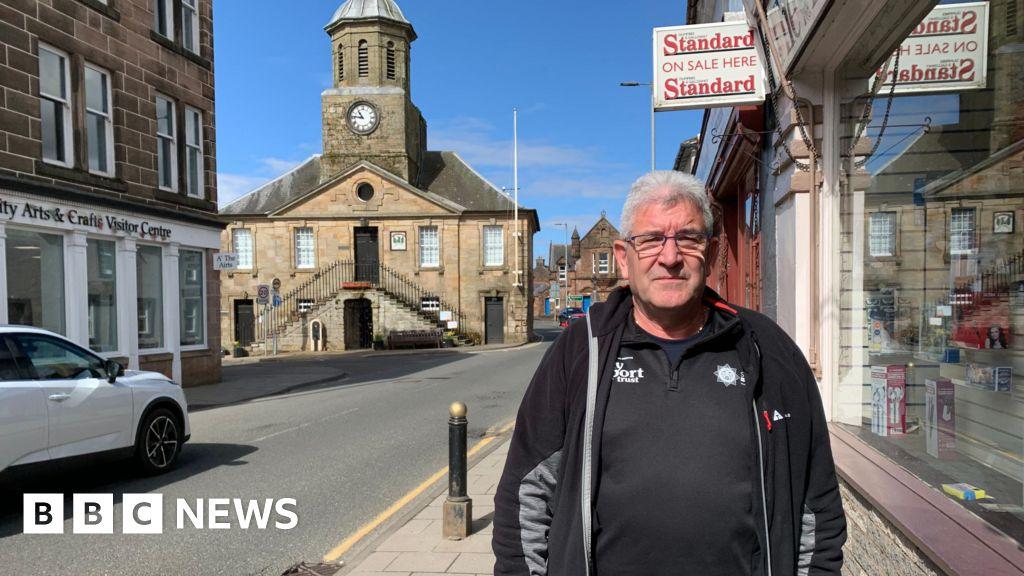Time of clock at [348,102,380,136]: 10:46
